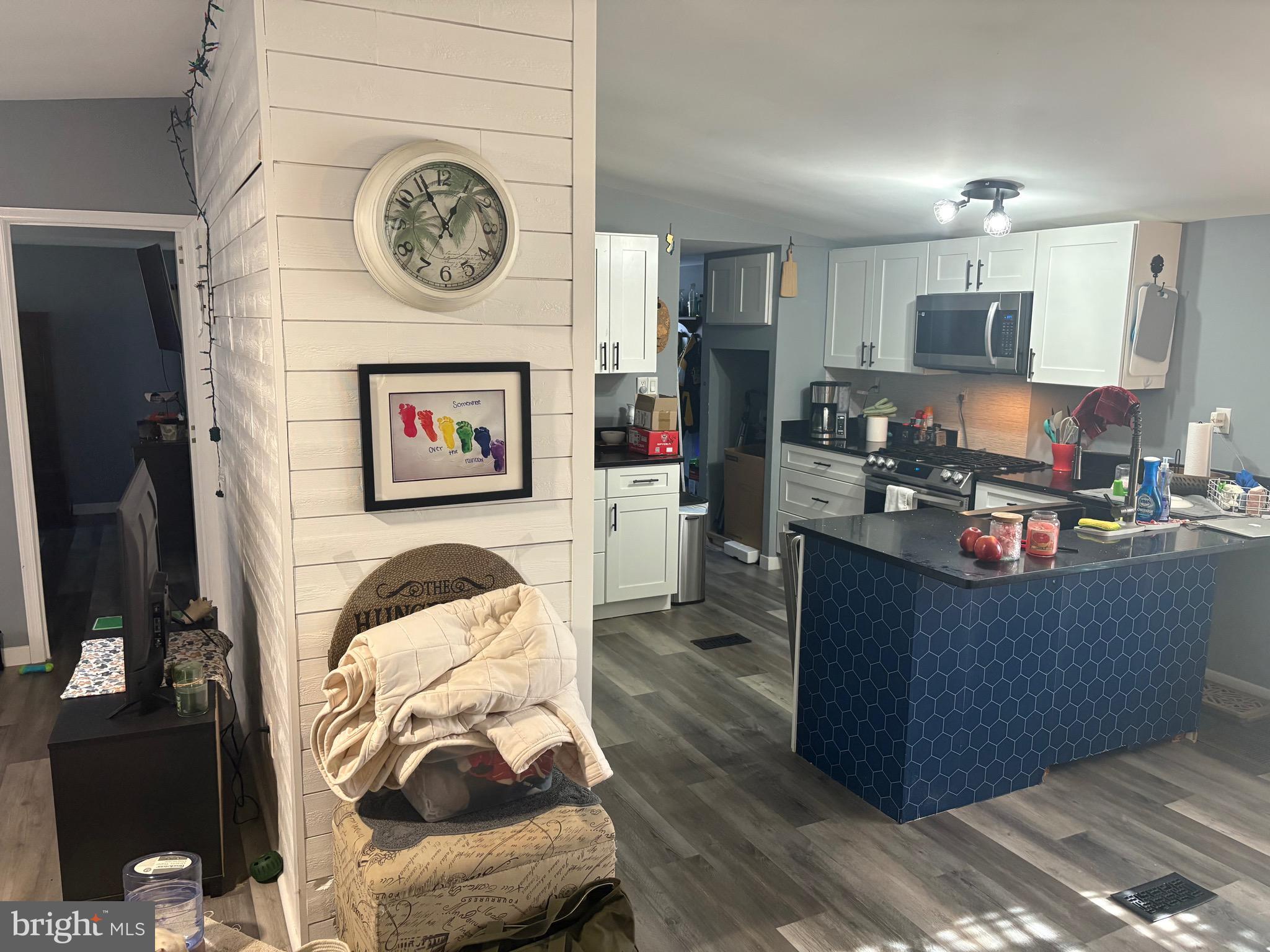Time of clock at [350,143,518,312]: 12:55
